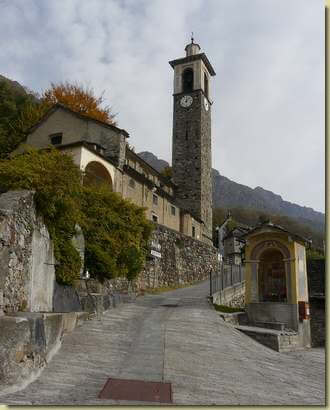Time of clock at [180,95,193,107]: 12:07
